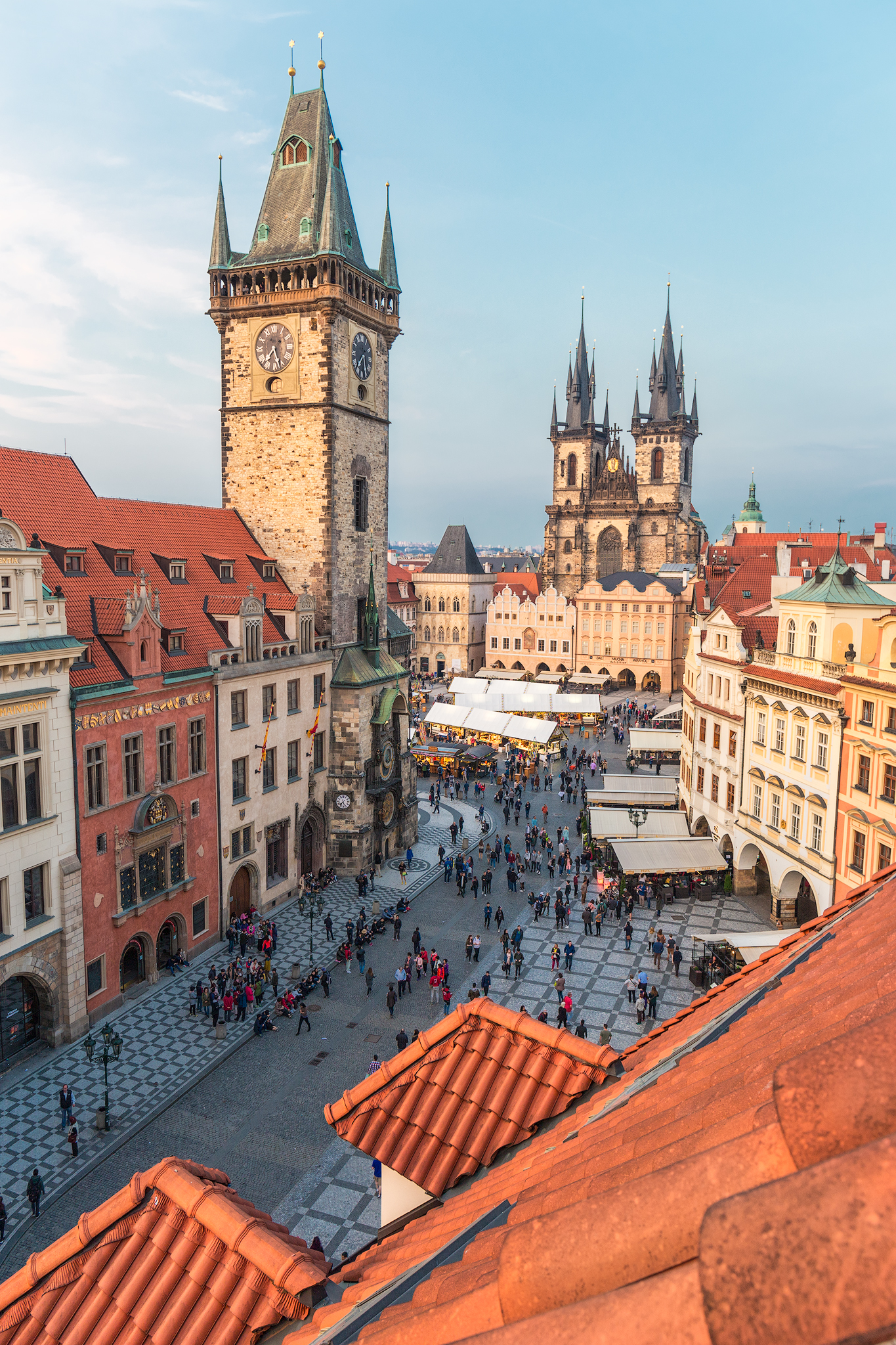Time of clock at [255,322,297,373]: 7:27
